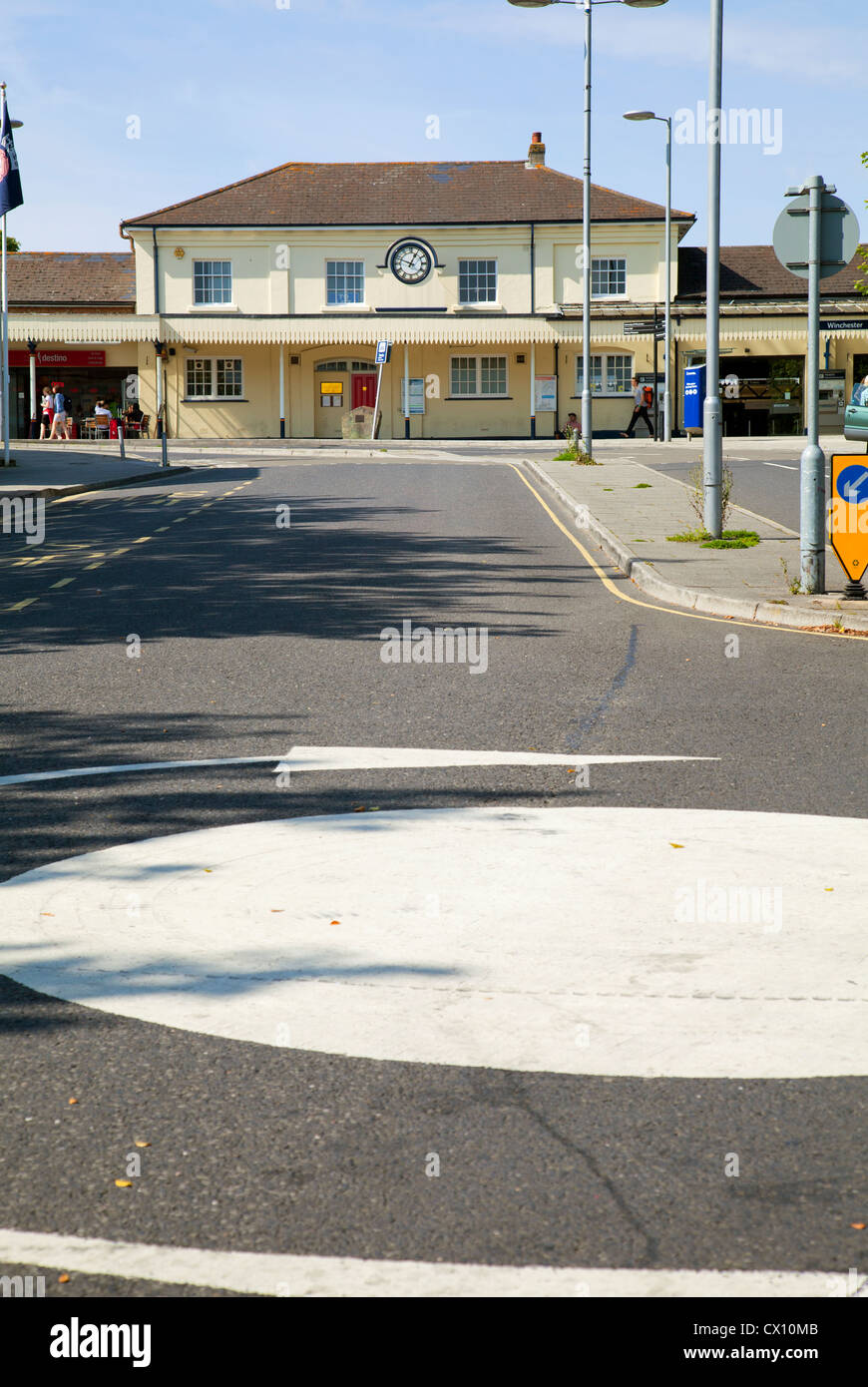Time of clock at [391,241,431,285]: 12:48
